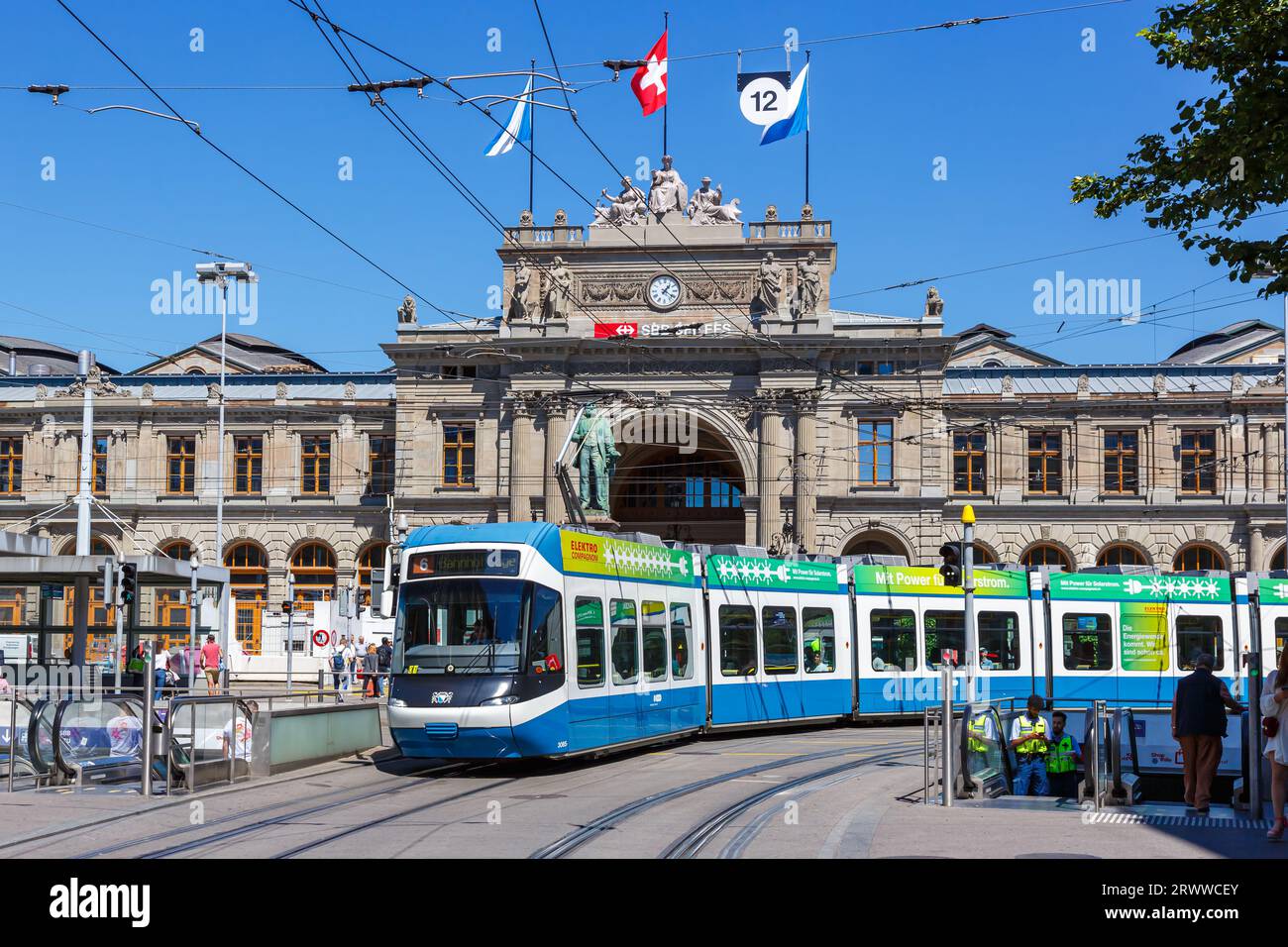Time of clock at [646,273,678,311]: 1:20
